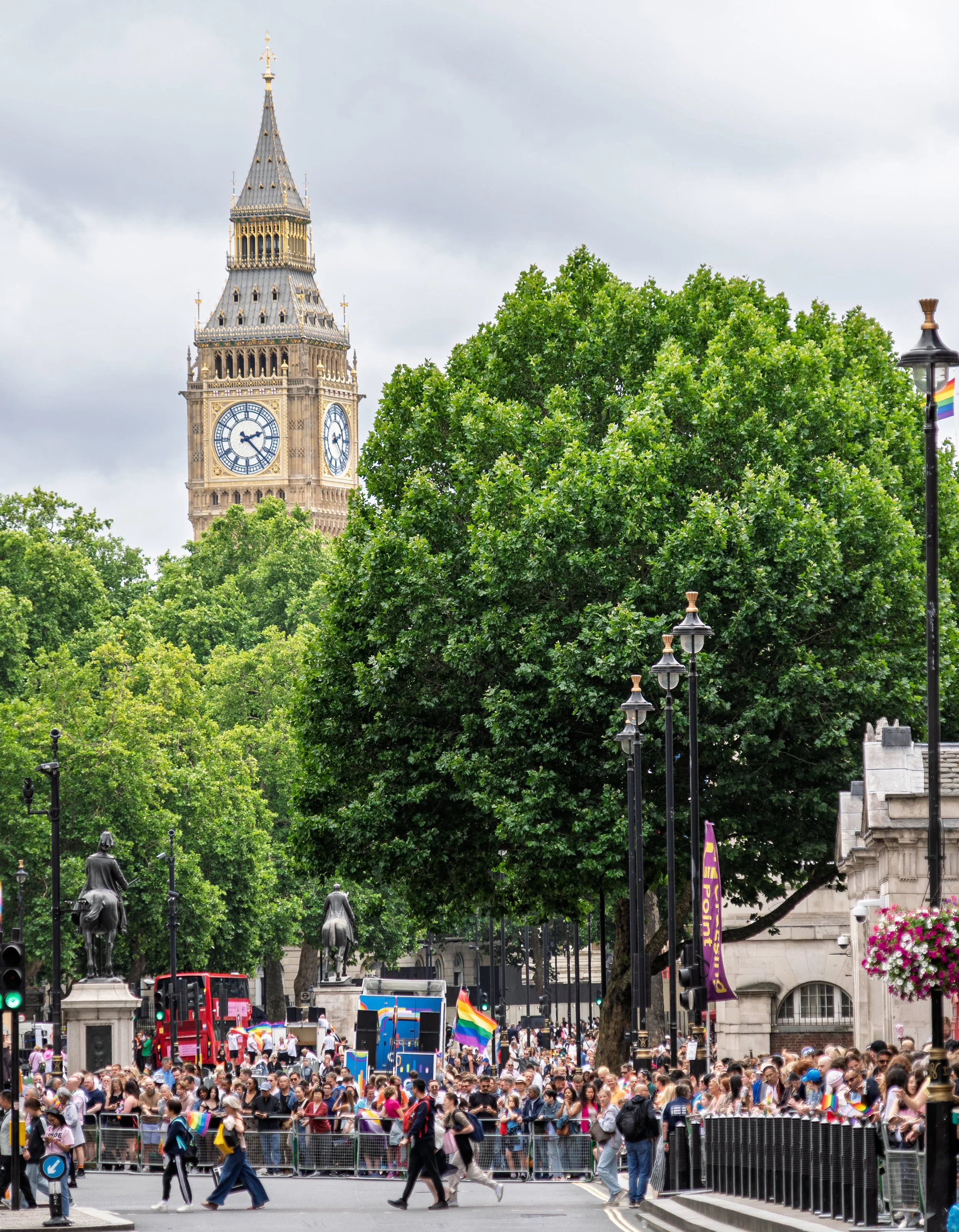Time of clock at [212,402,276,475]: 2:22
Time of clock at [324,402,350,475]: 2:21
